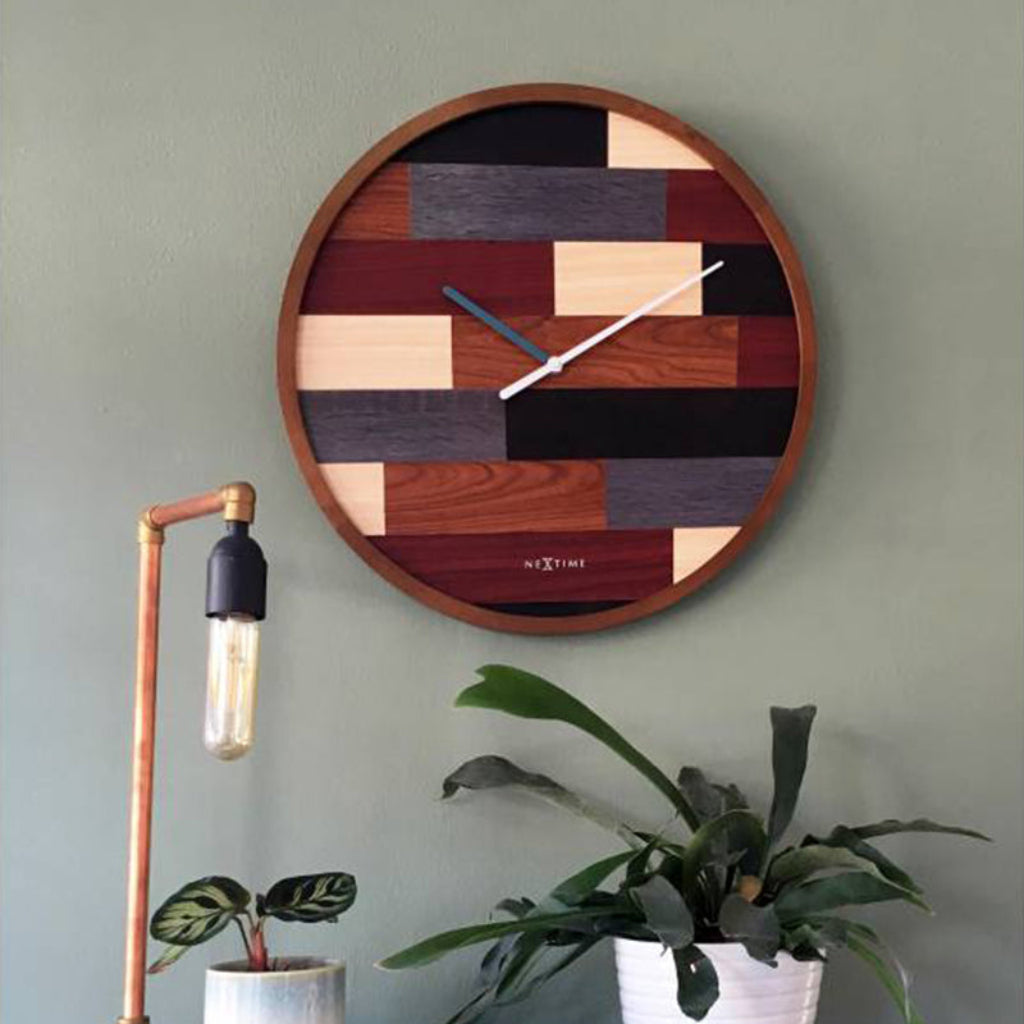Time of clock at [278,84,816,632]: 3:09
